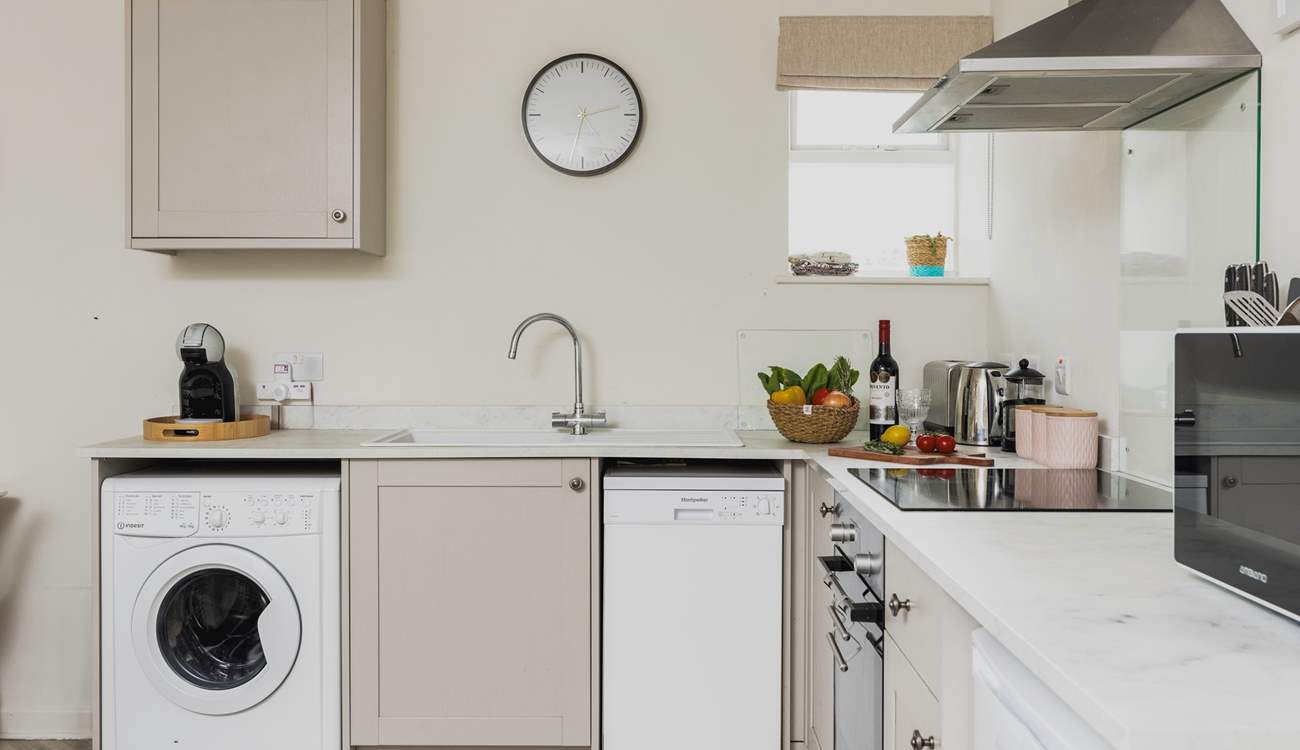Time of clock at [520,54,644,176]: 2:32
